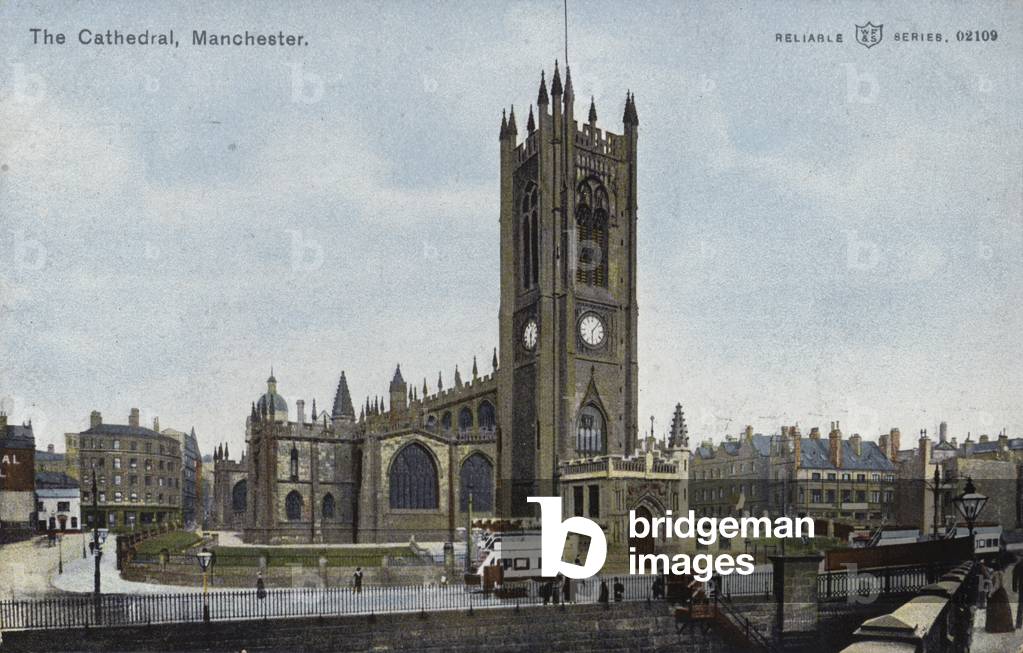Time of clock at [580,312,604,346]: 6:06
